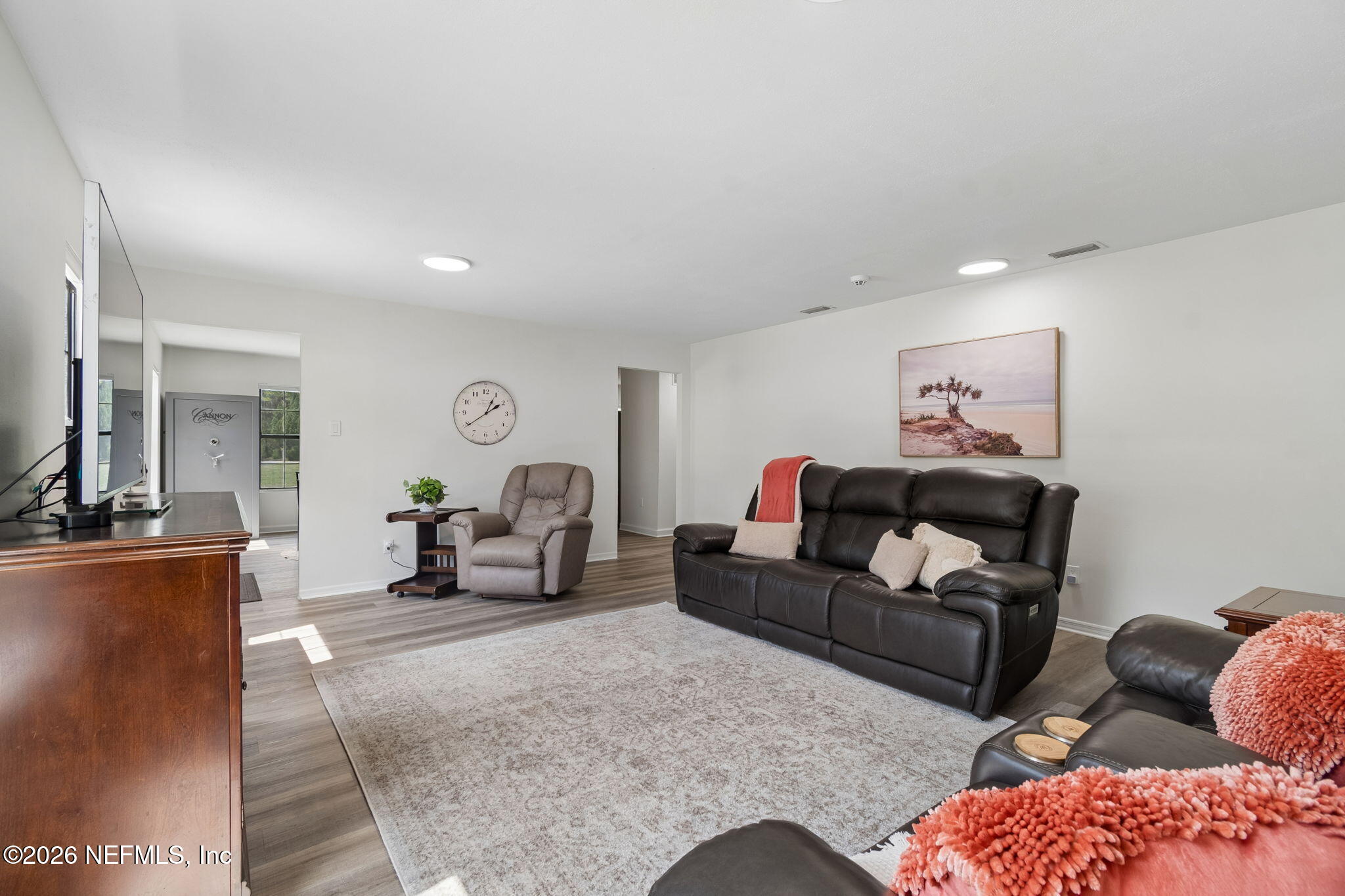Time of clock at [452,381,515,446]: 1:09
